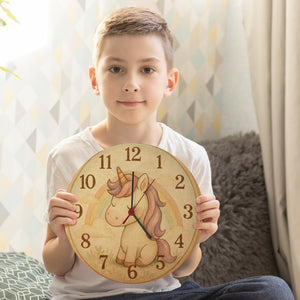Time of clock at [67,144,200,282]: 12:23
